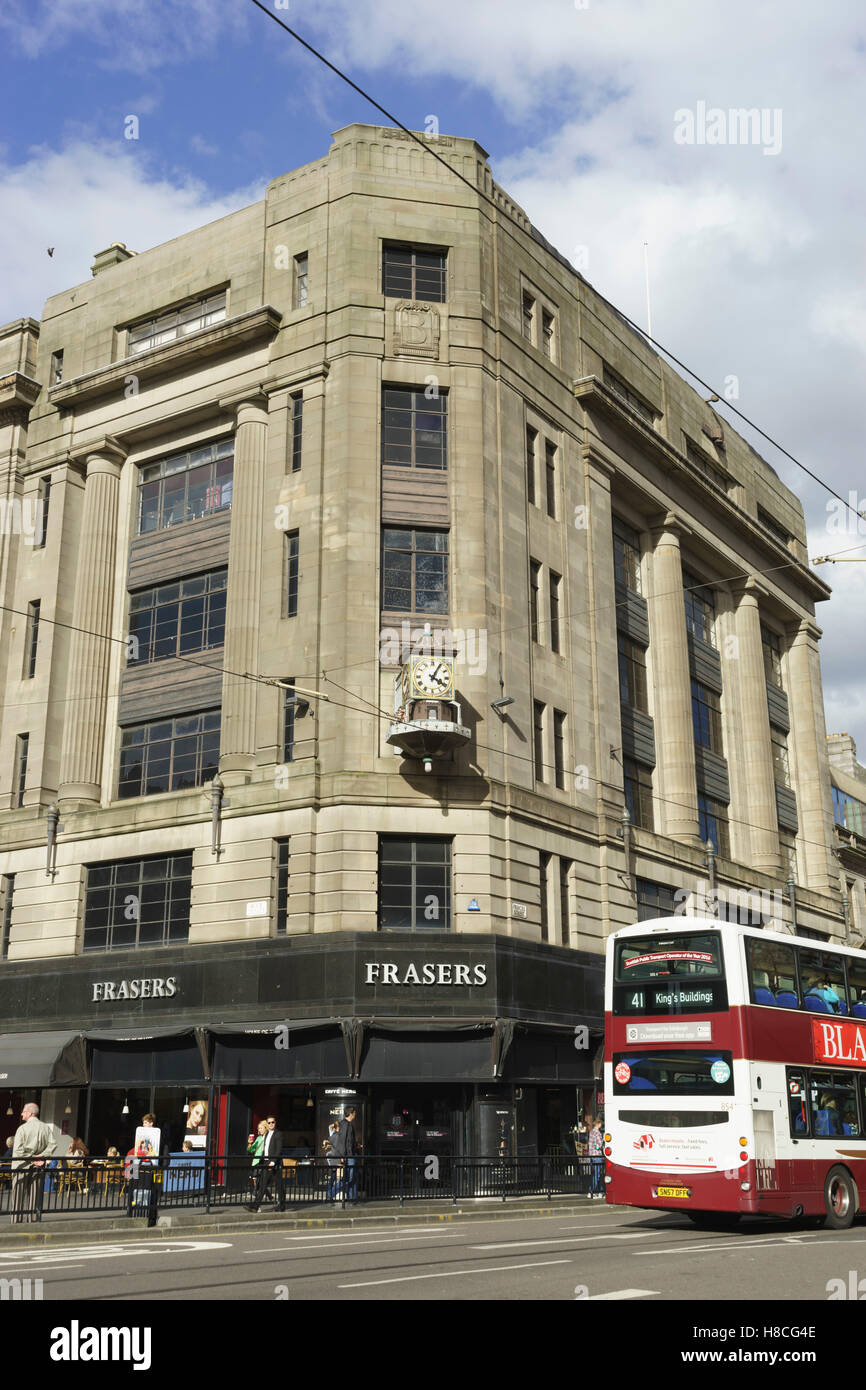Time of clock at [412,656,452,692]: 4:04
